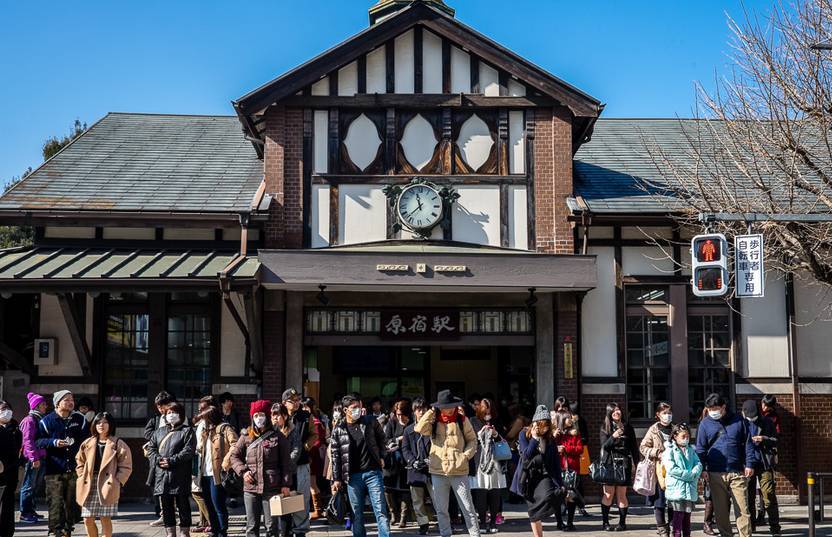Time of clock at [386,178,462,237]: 11:37
